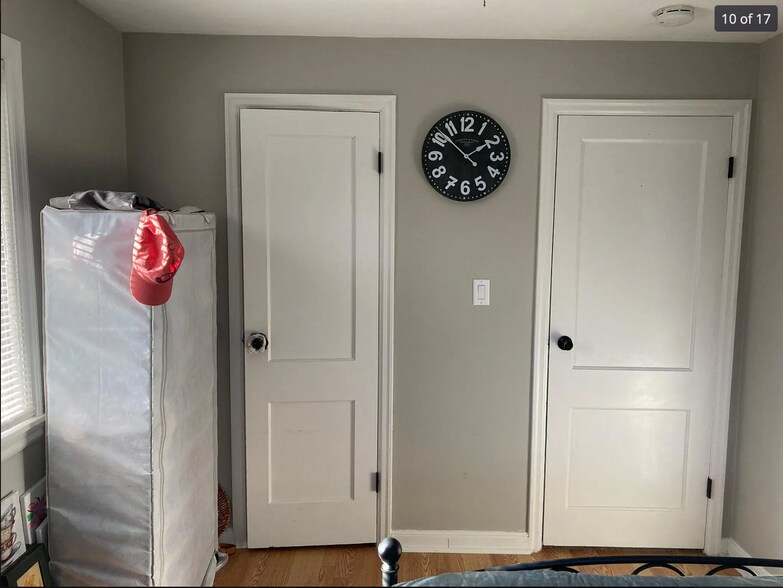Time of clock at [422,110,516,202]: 1:52
